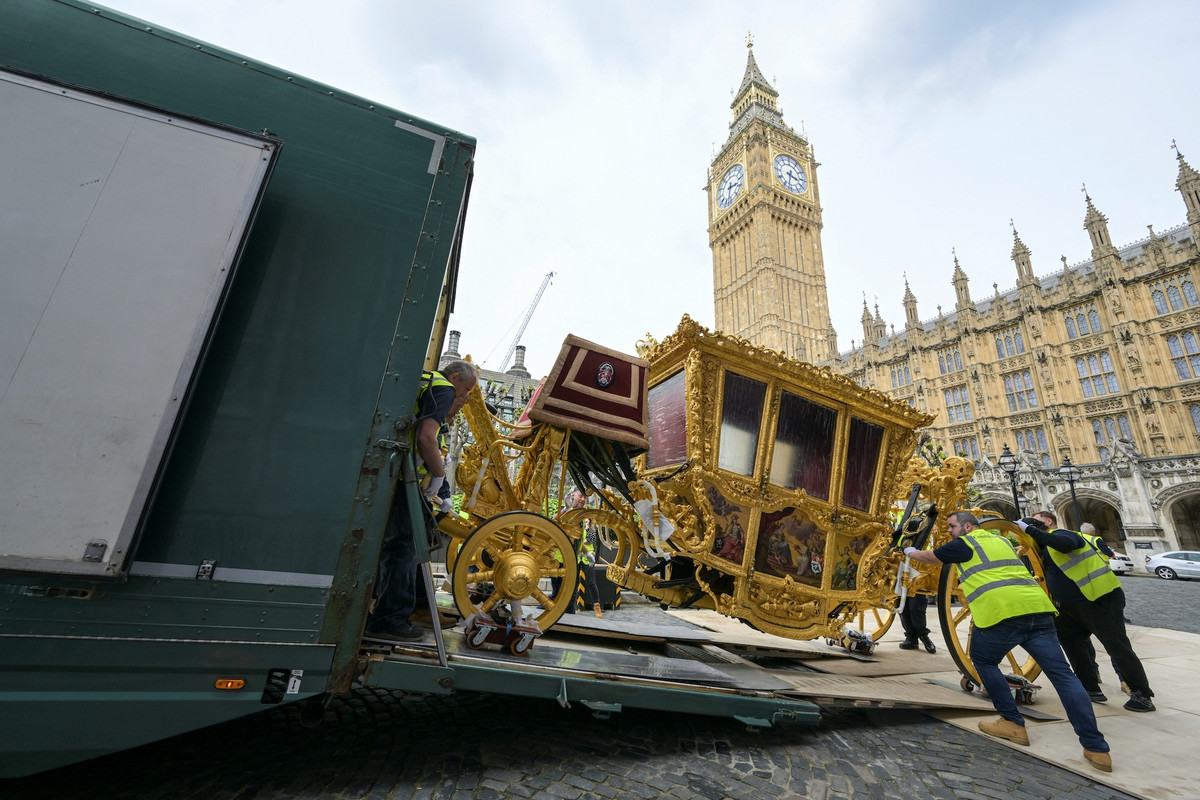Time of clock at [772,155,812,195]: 3:32
